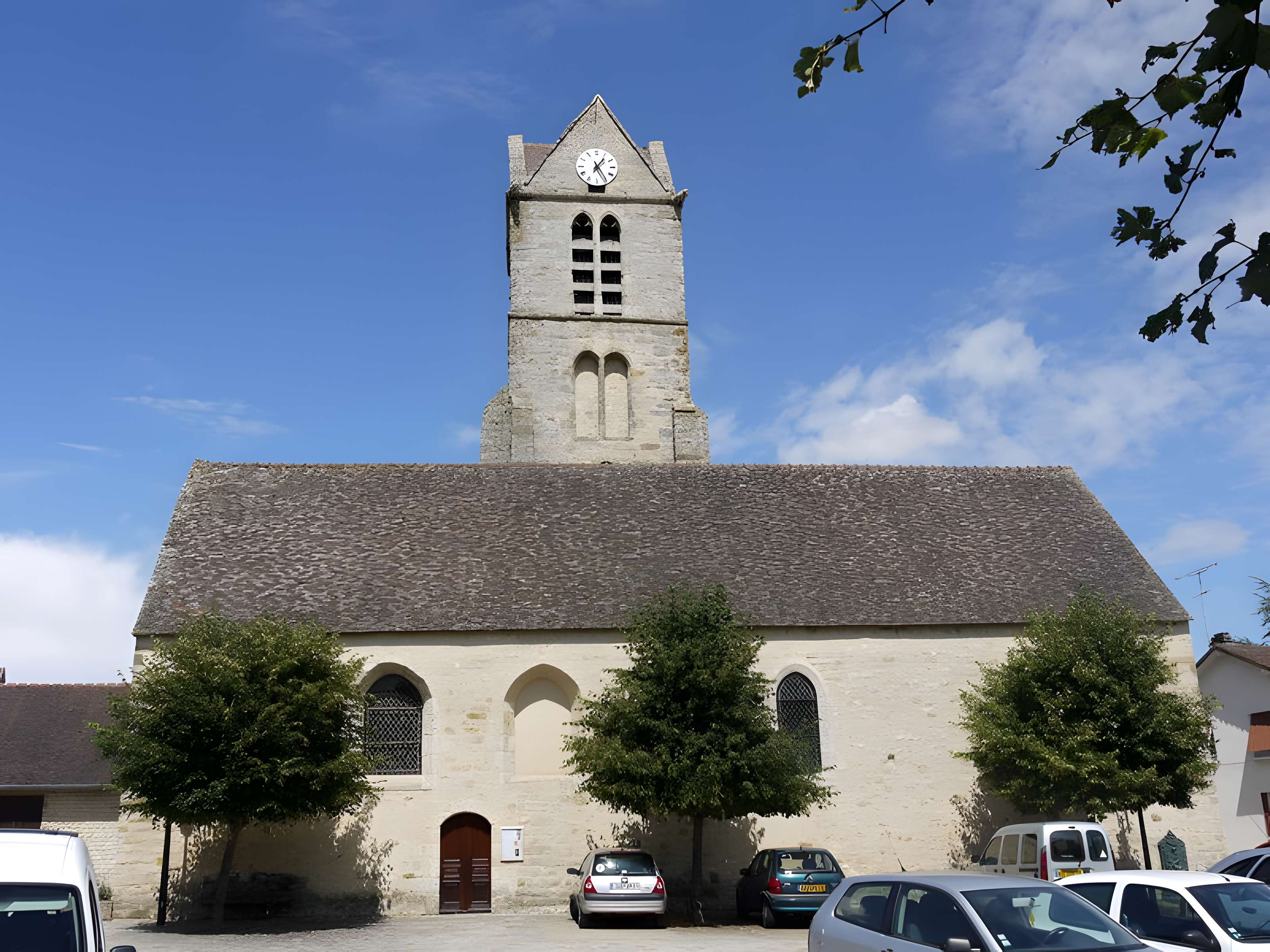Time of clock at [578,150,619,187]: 1:24
